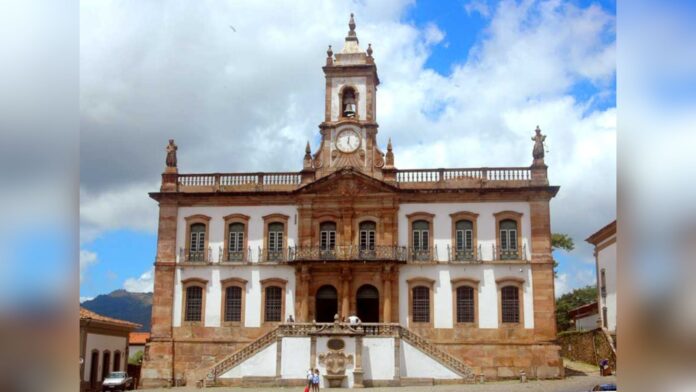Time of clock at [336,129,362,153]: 5:01
